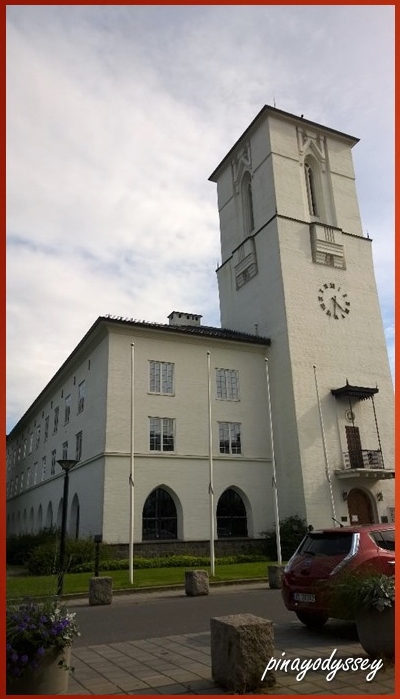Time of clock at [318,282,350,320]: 4:31
